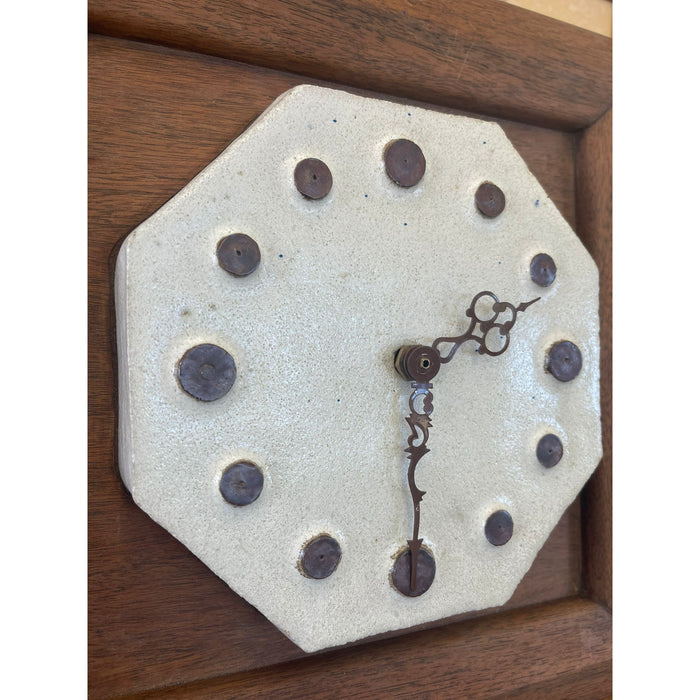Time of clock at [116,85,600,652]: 2:30
